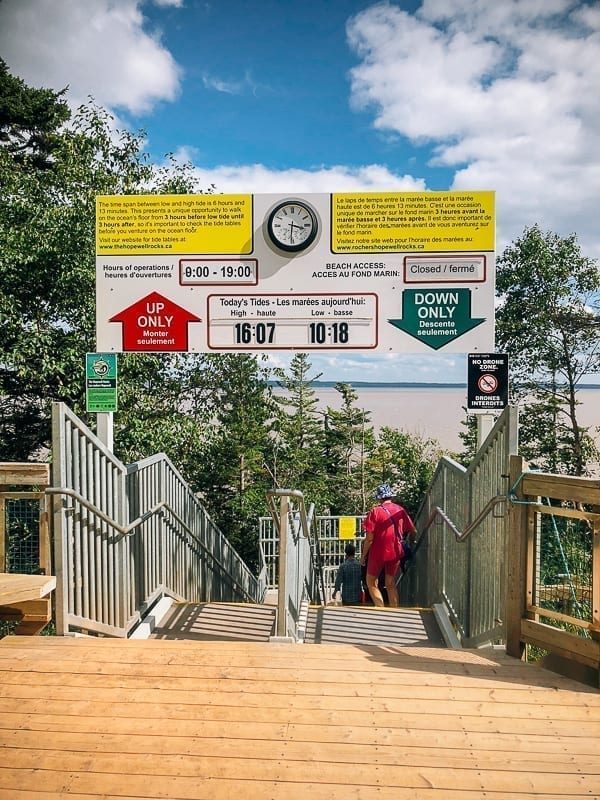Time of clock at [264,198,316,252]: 3:30
